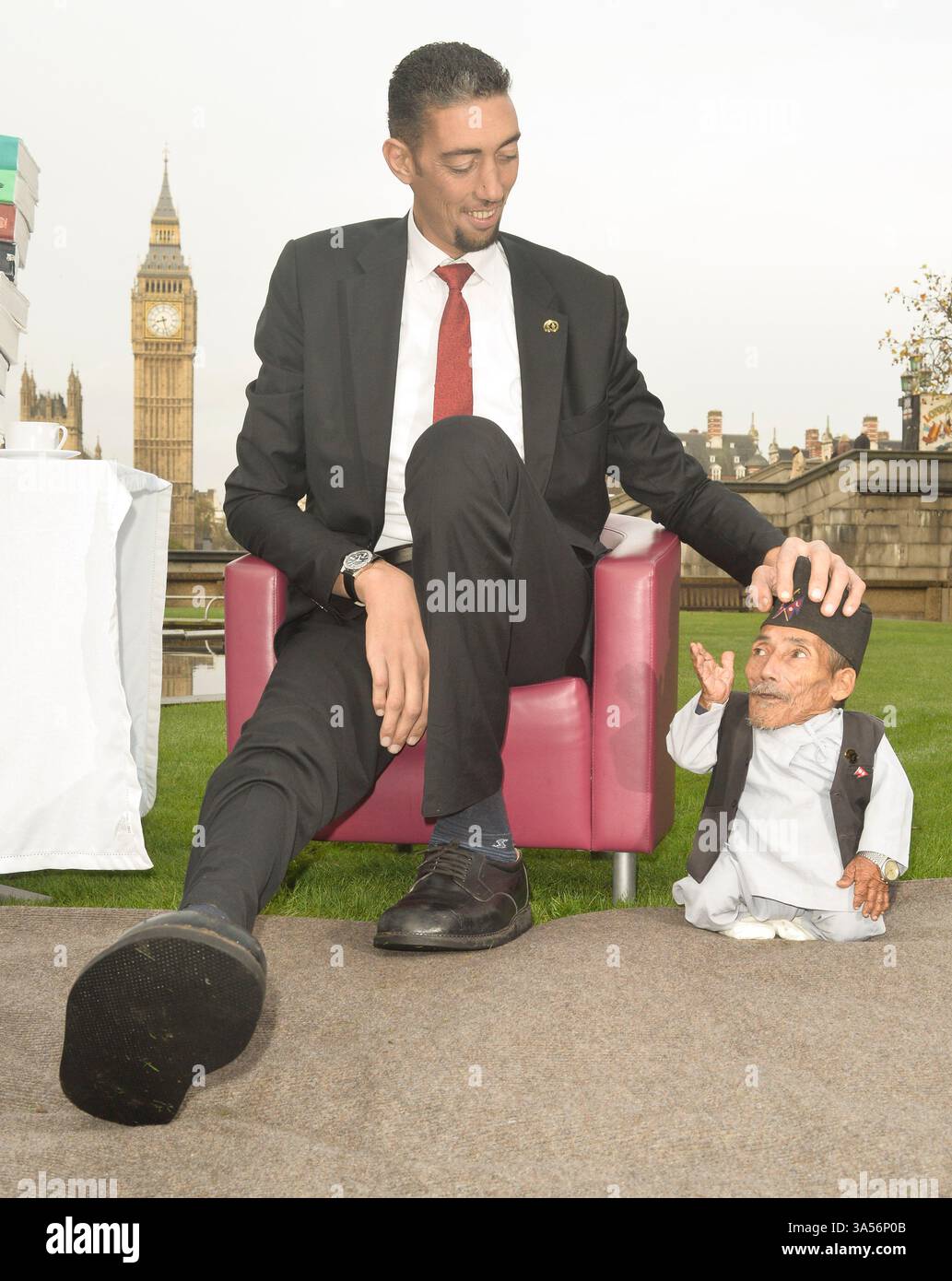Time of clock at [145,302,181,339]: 8:27
